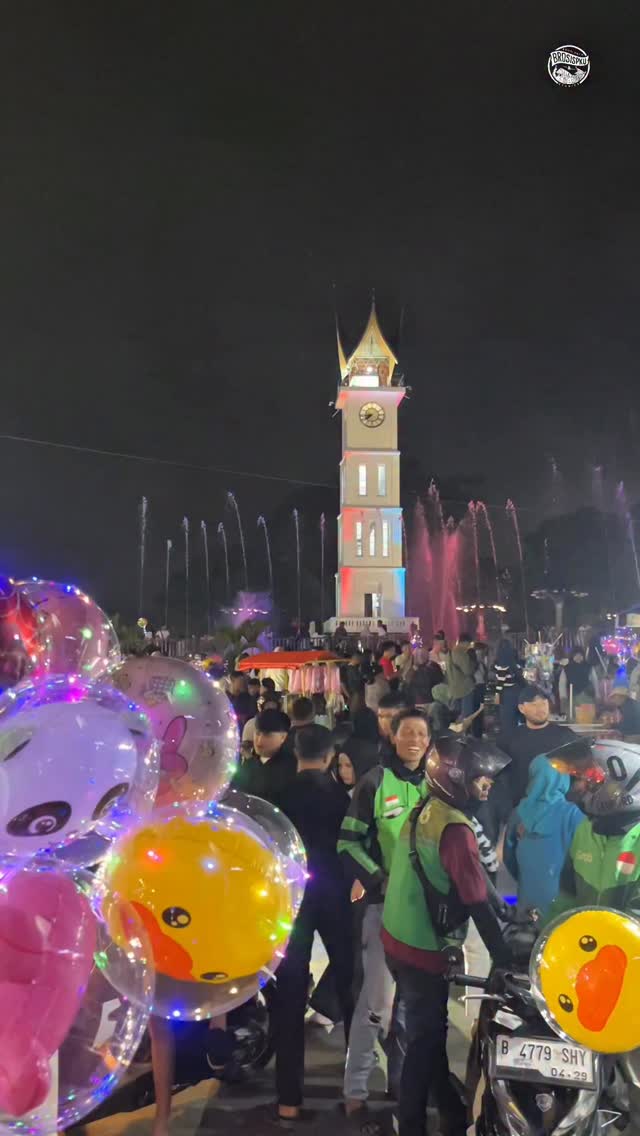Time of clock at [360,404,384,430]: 7:43
